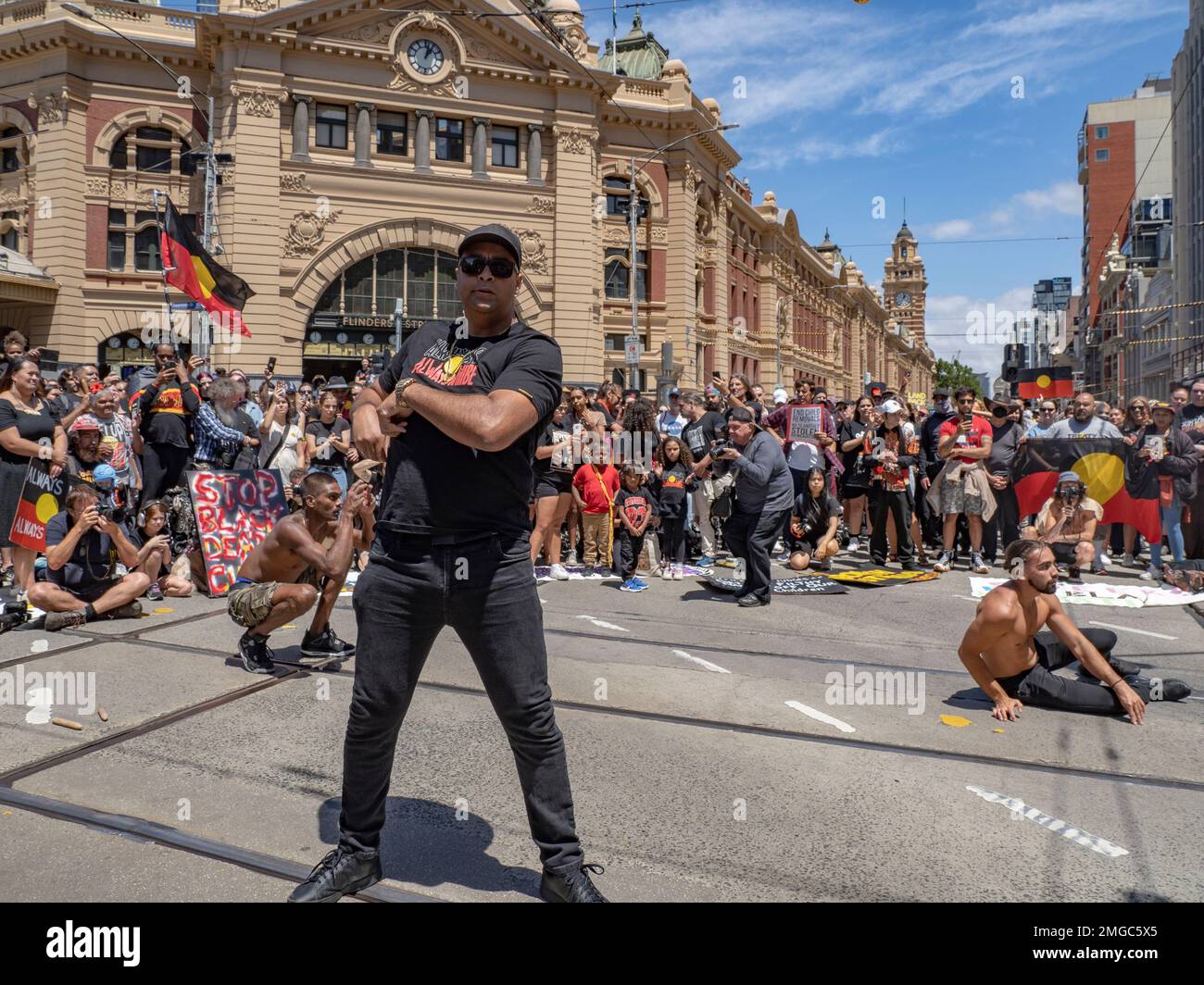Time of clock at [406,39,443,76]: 1:02
